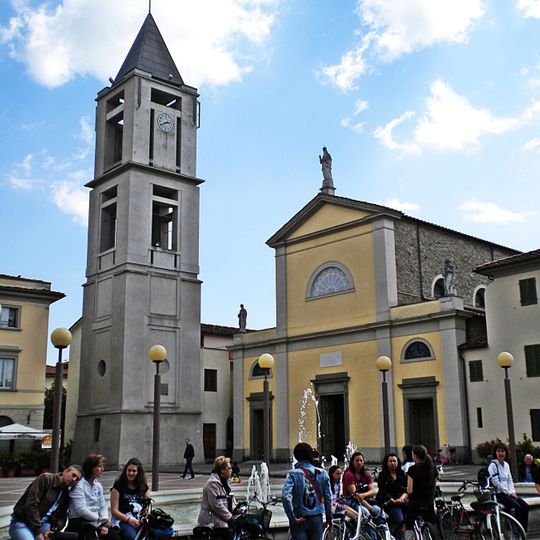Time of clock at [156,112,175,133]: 2:40
